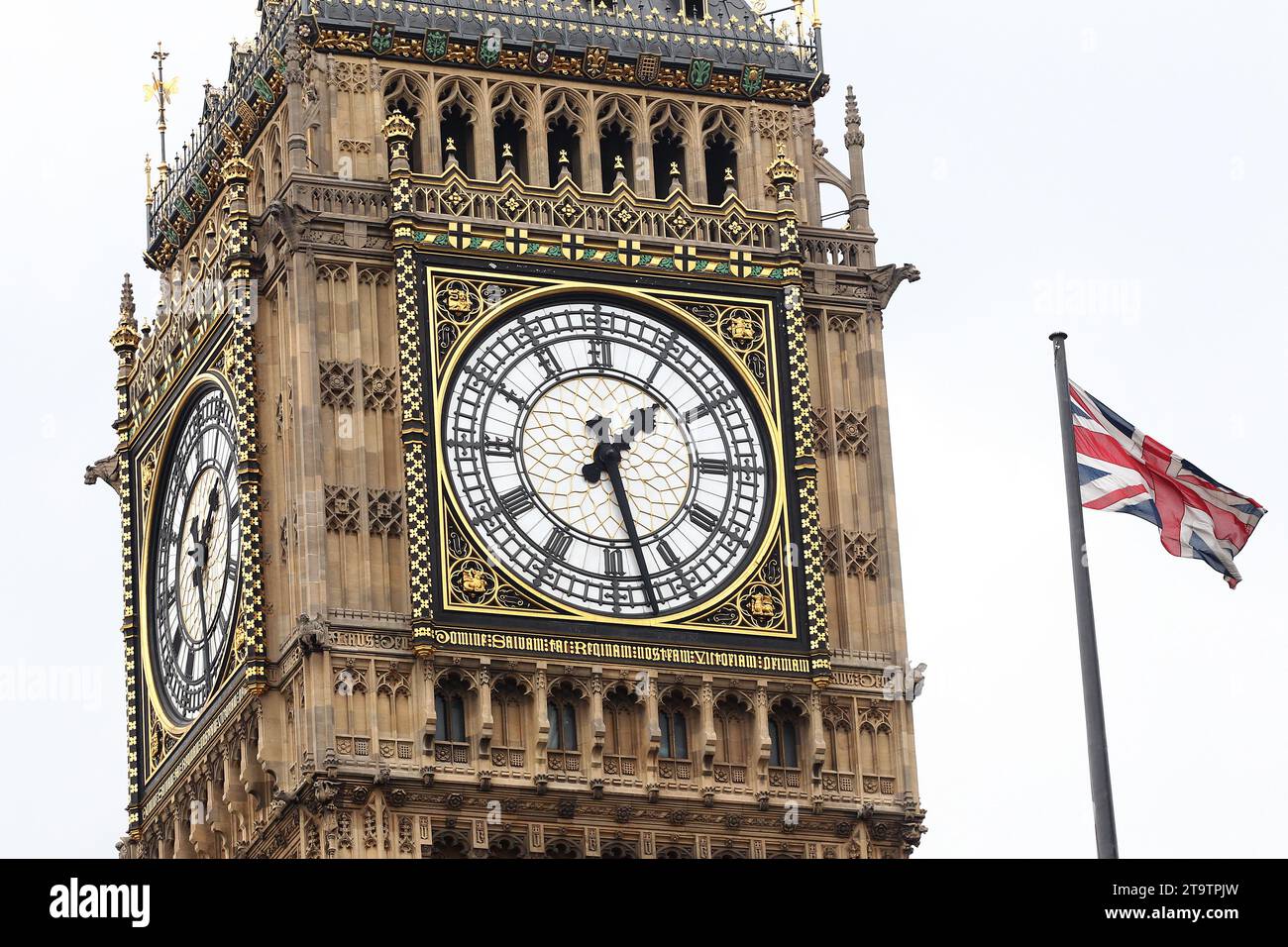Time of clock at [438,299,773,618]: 1:27
